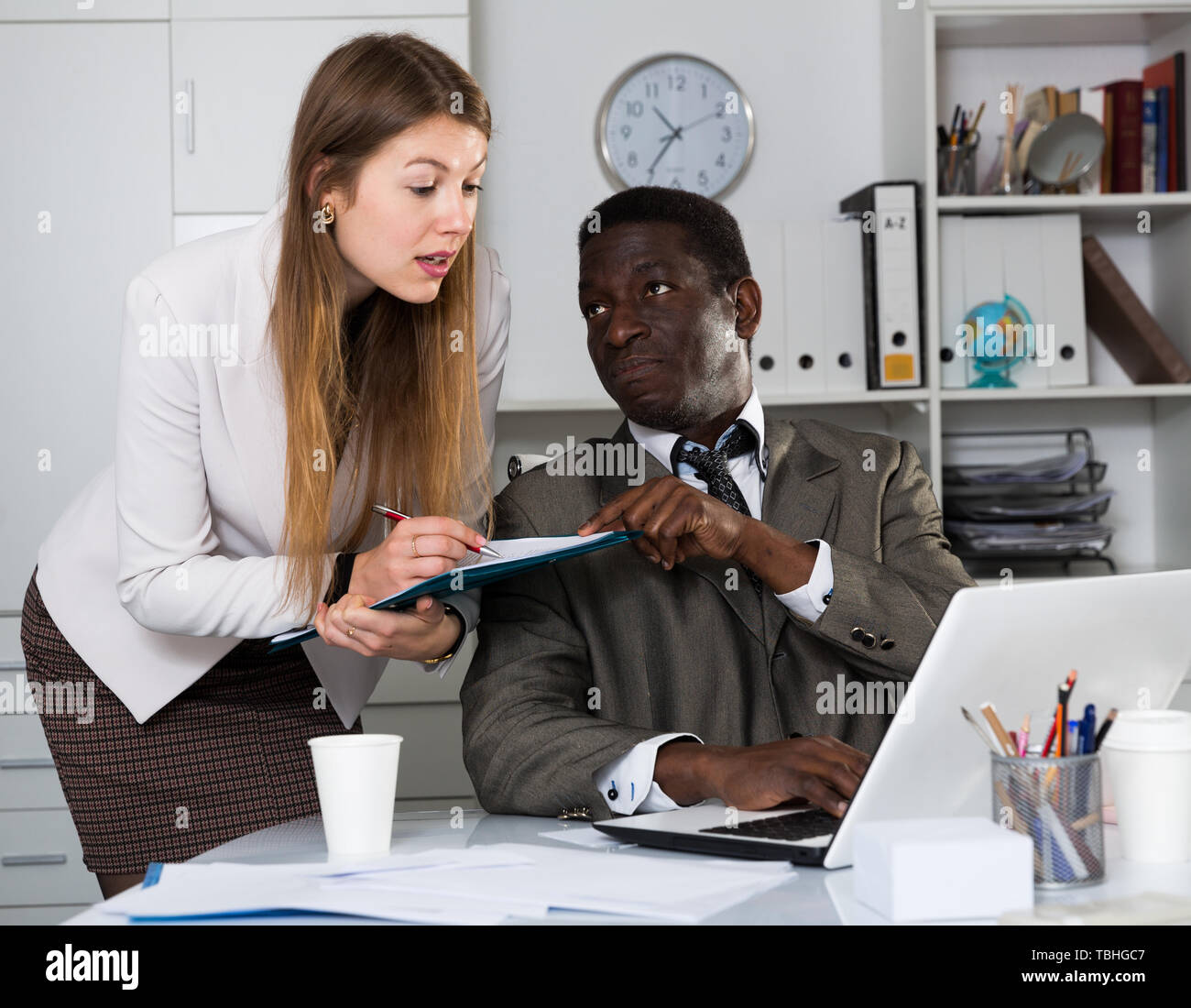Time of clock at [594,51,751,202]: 10:36
